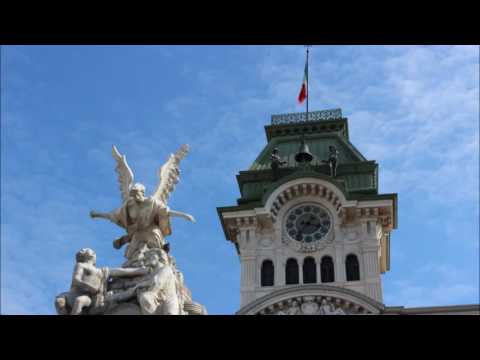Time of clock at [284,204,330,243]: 3:36
